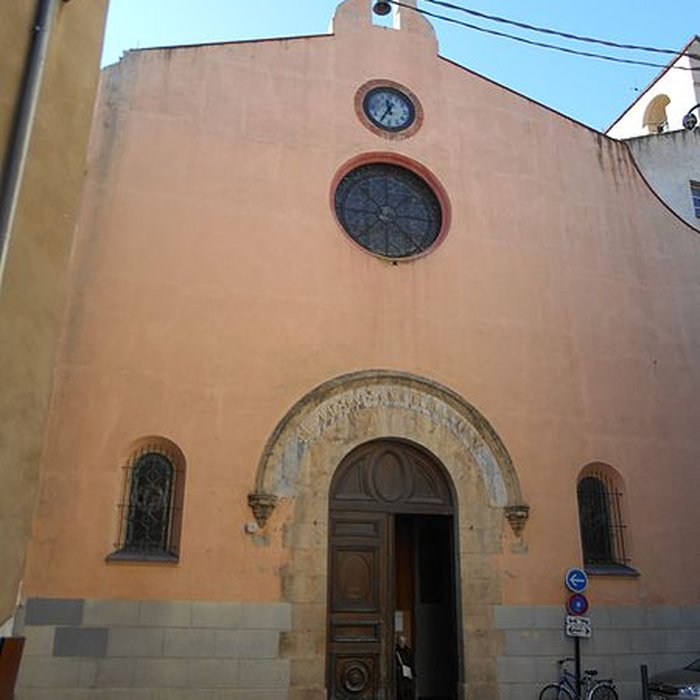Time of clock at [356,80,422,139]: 11:35
